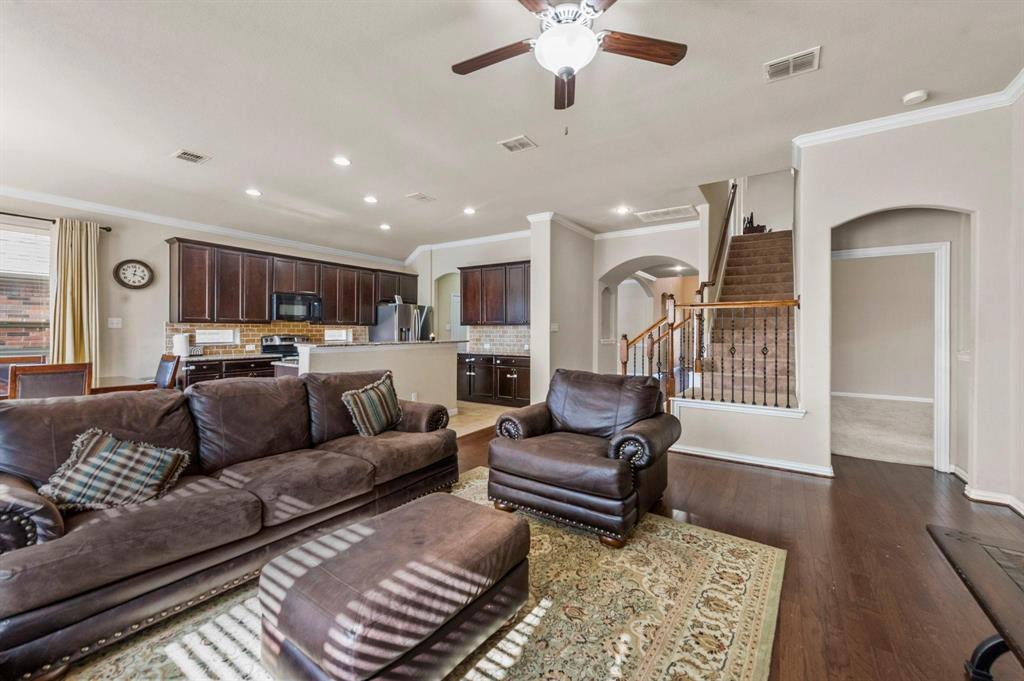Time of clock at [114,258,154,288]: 12:18
